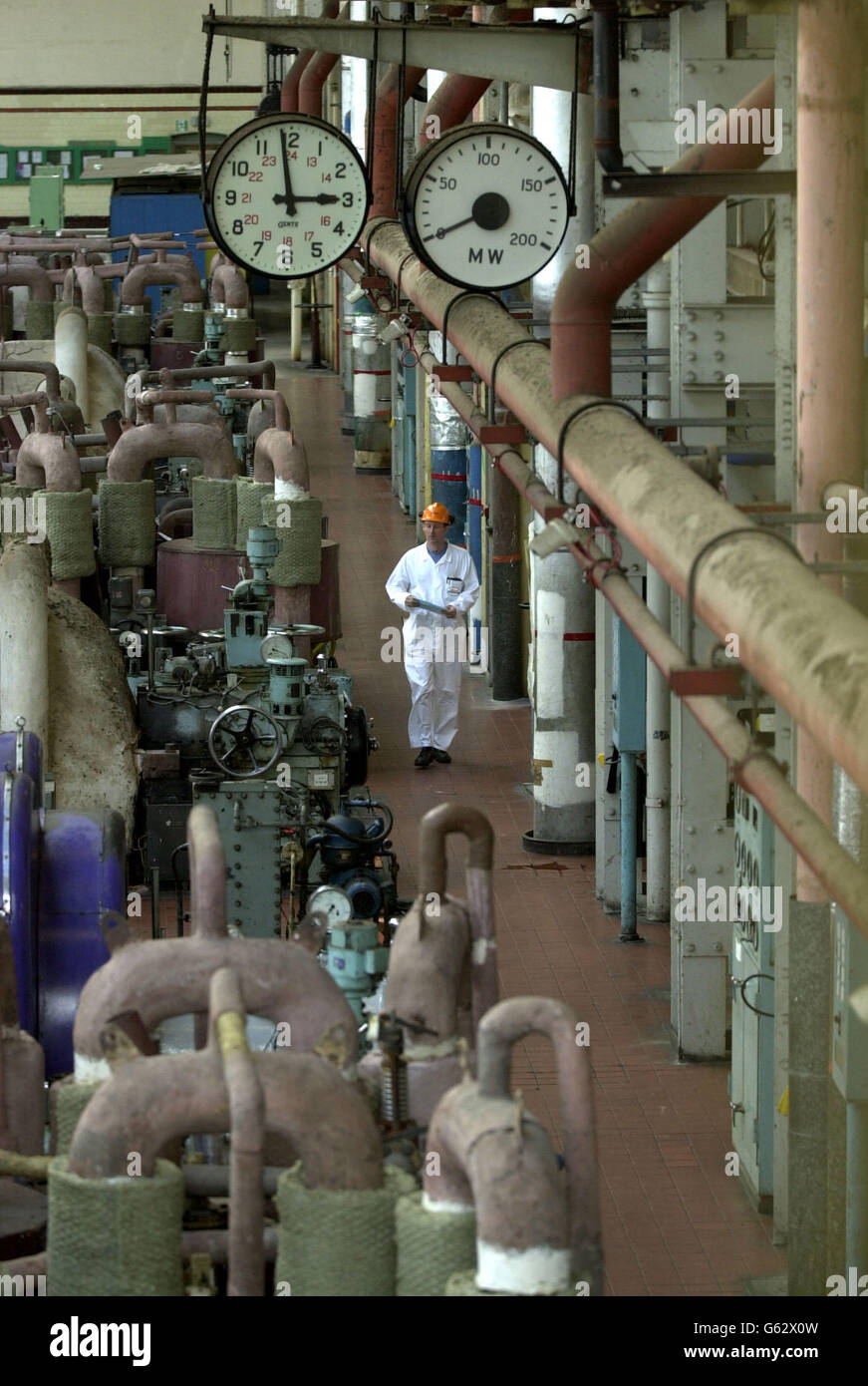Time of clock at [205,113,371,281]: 2:58
